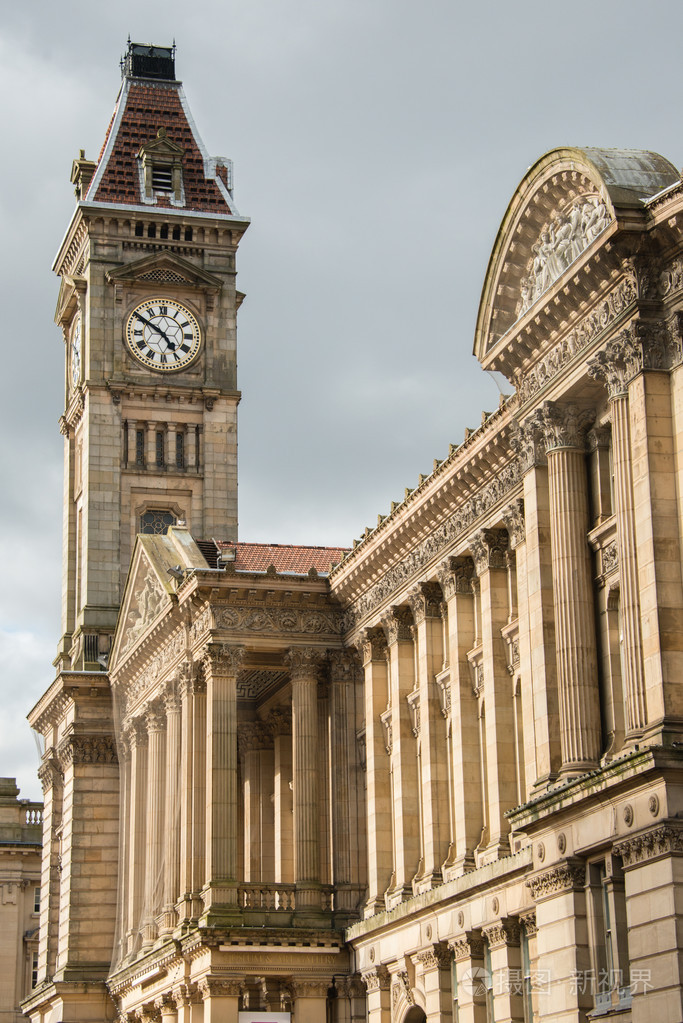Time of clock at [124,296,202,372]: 4:50
